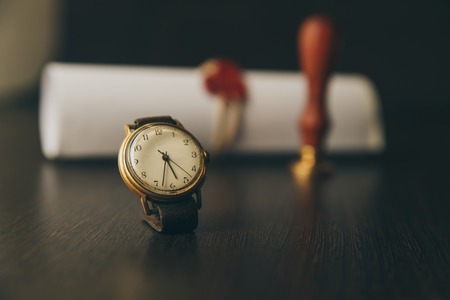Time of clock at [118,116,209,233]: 5:33
